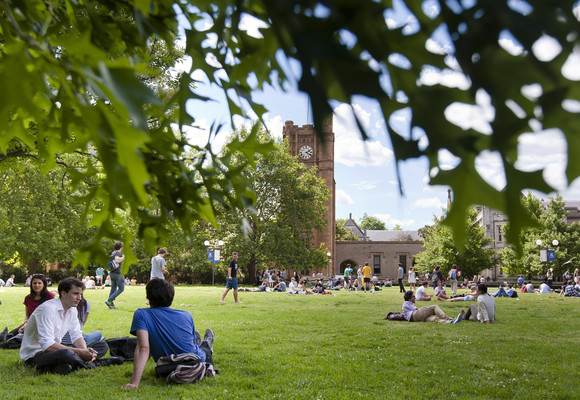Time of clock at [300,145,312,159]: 2:21
